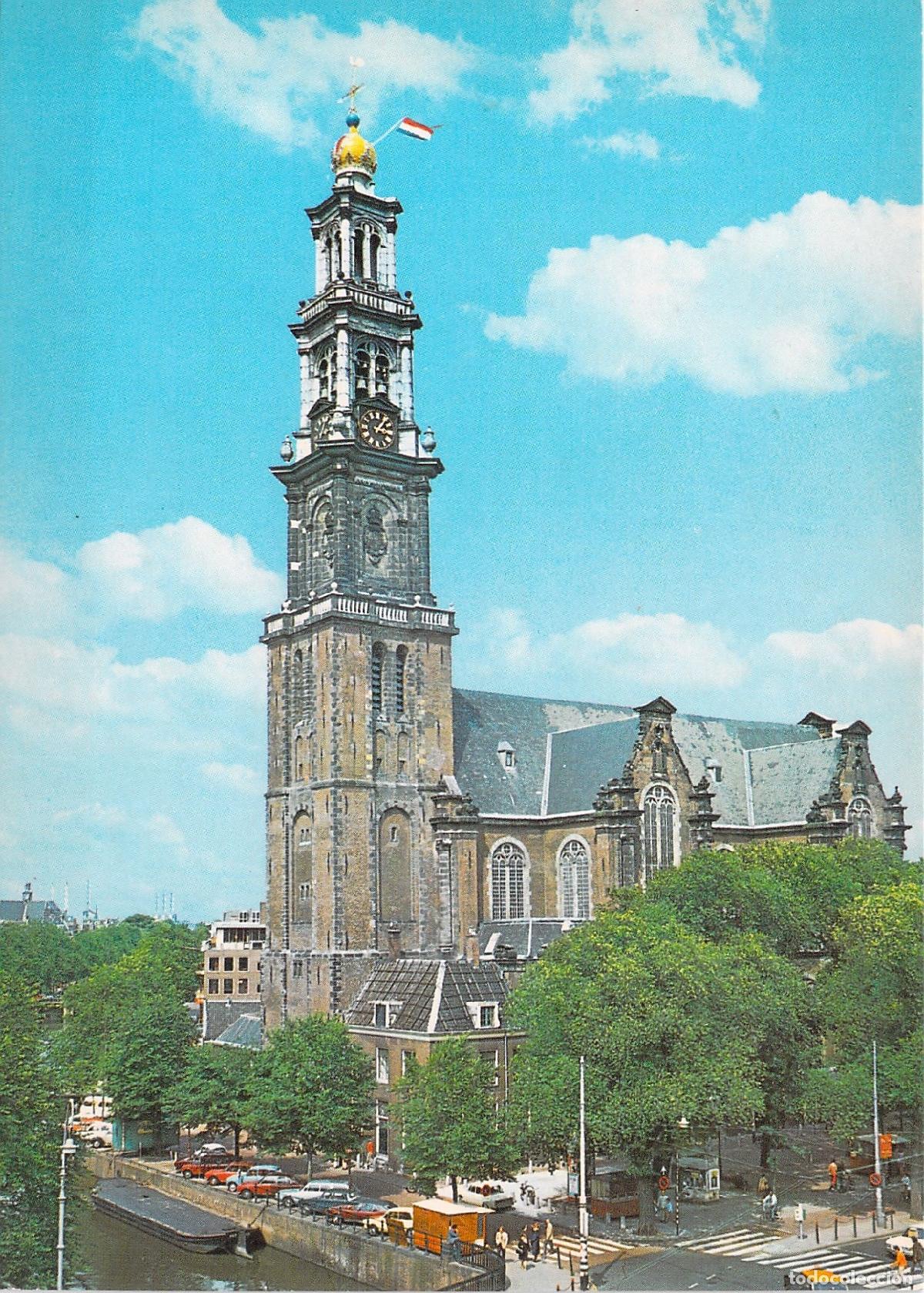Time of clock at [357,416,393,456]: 1:18
